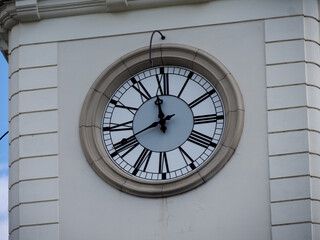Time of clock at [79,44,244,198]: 11:40
